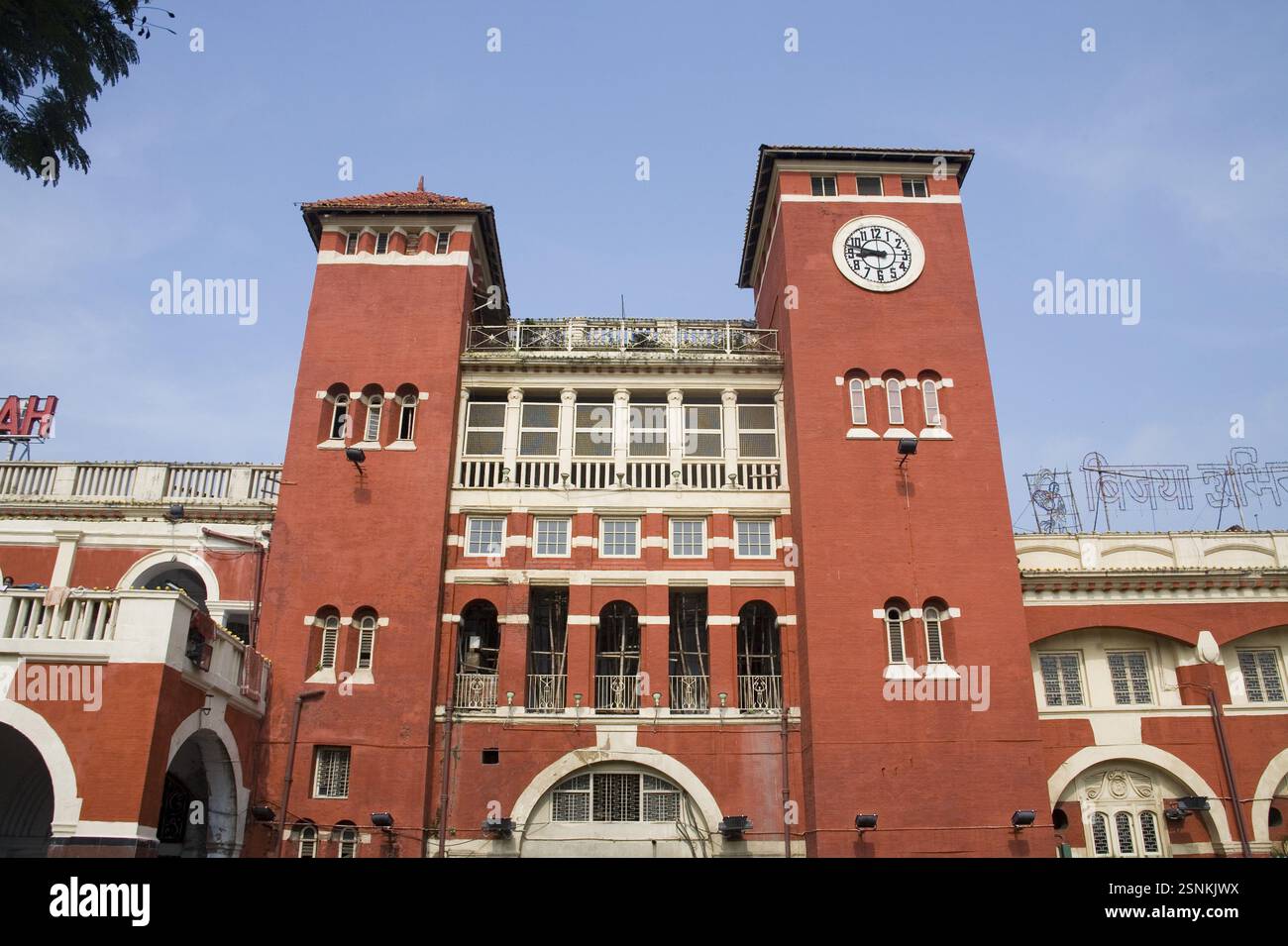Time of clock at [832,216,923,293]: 8:47
